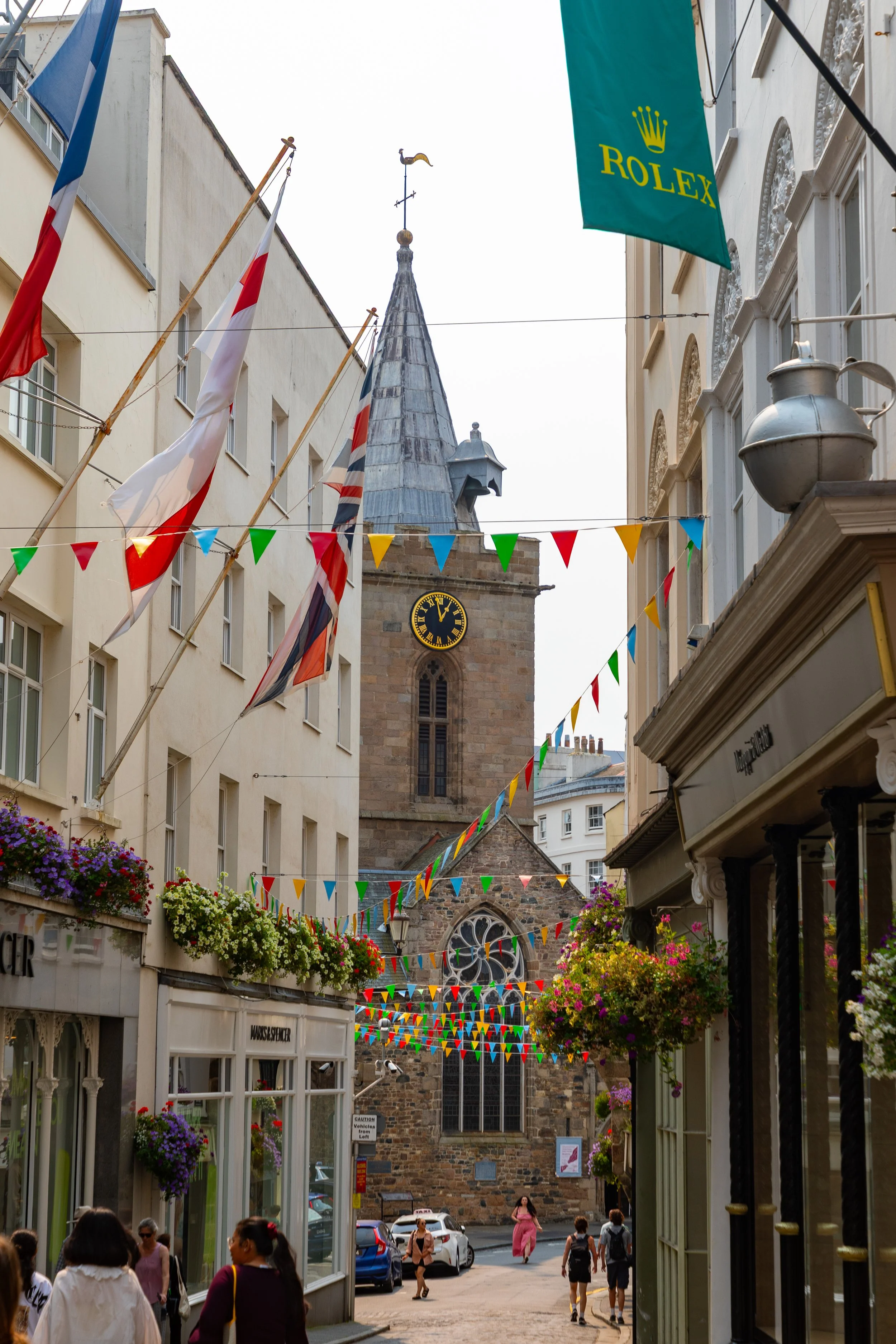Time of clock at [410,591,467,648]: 12:58
